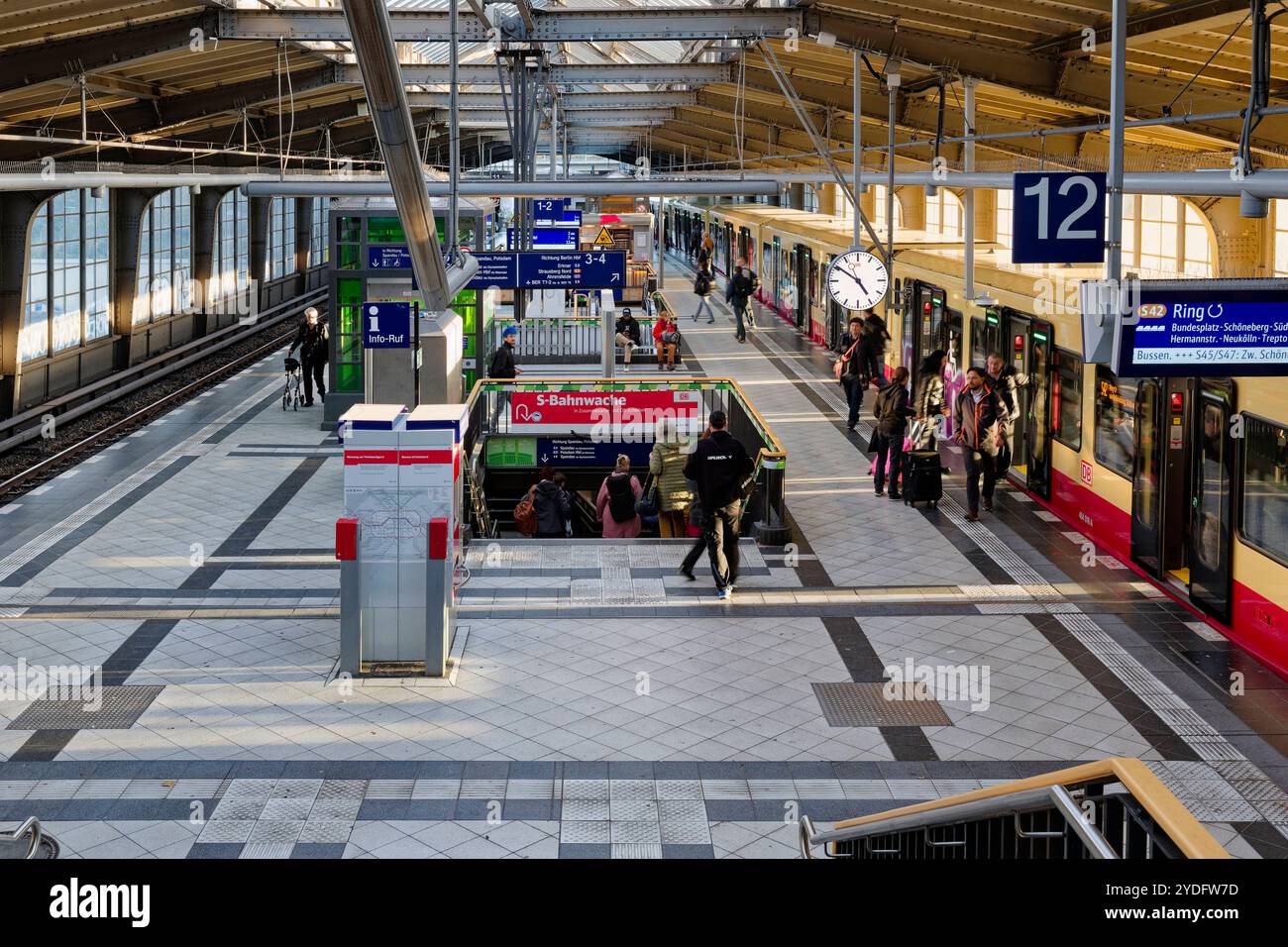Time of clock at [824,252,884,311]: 4:50
